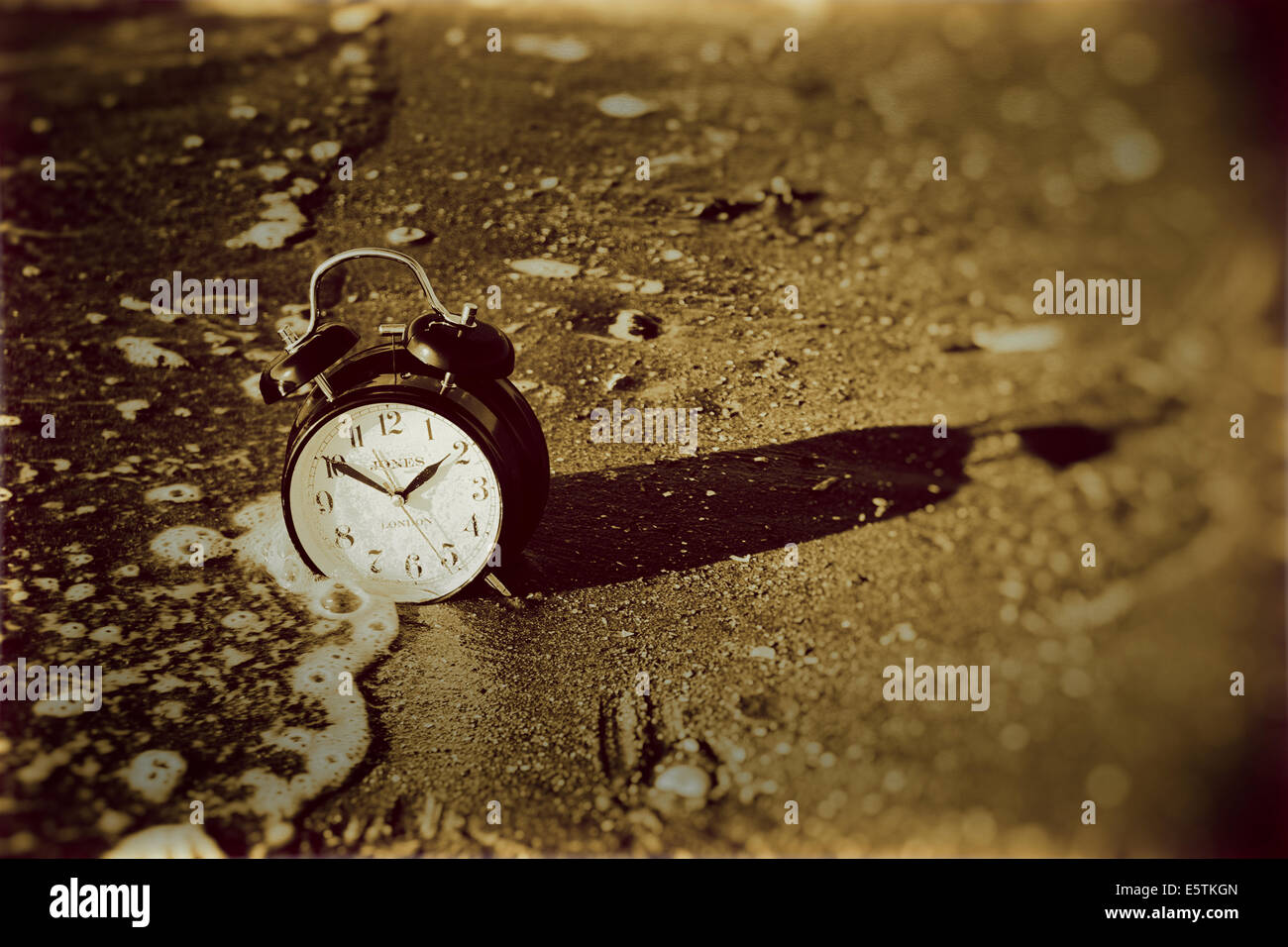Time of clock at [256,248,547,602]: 1:50
